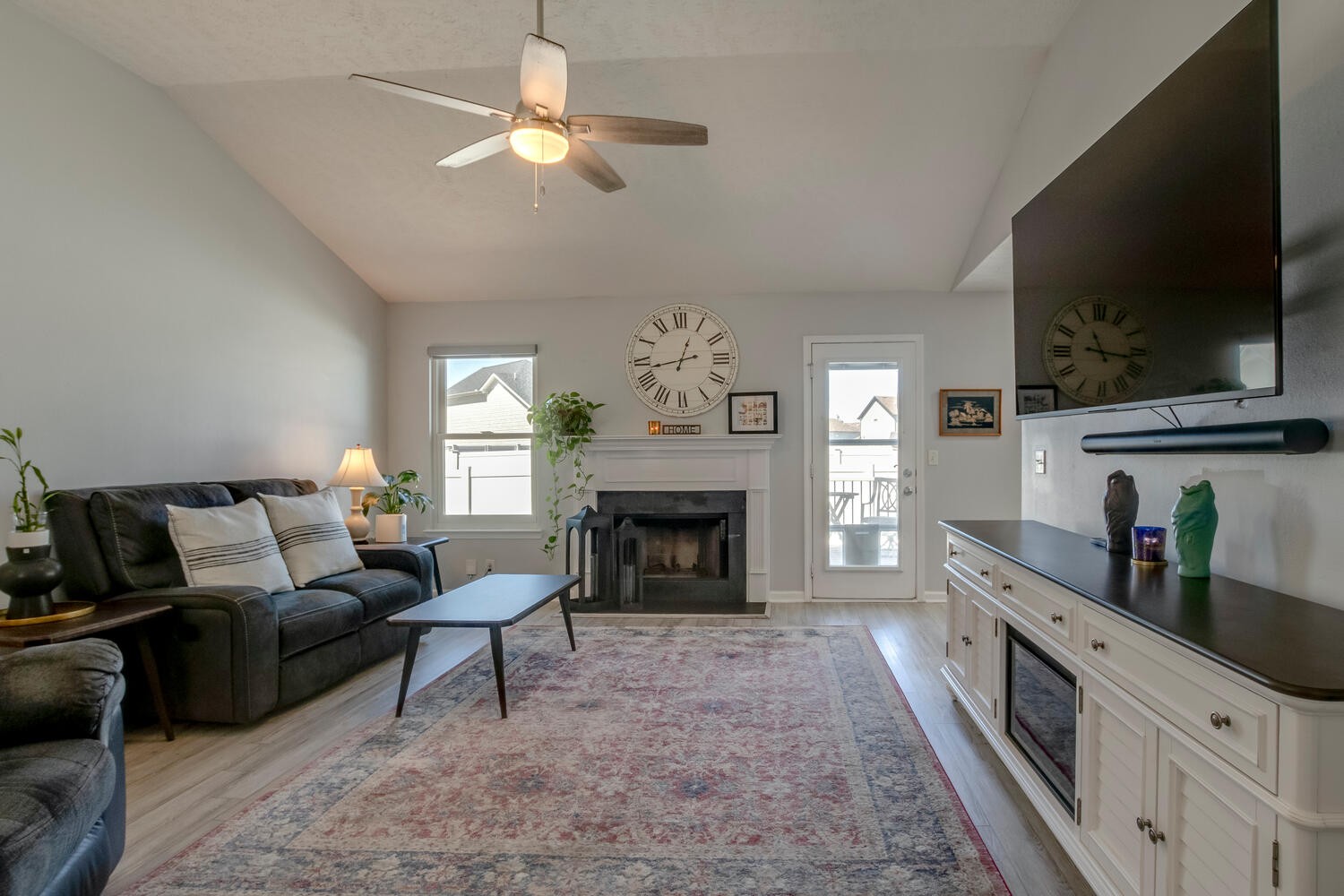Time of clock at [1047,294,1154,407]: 11:16
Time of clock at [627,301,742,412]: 12:43
